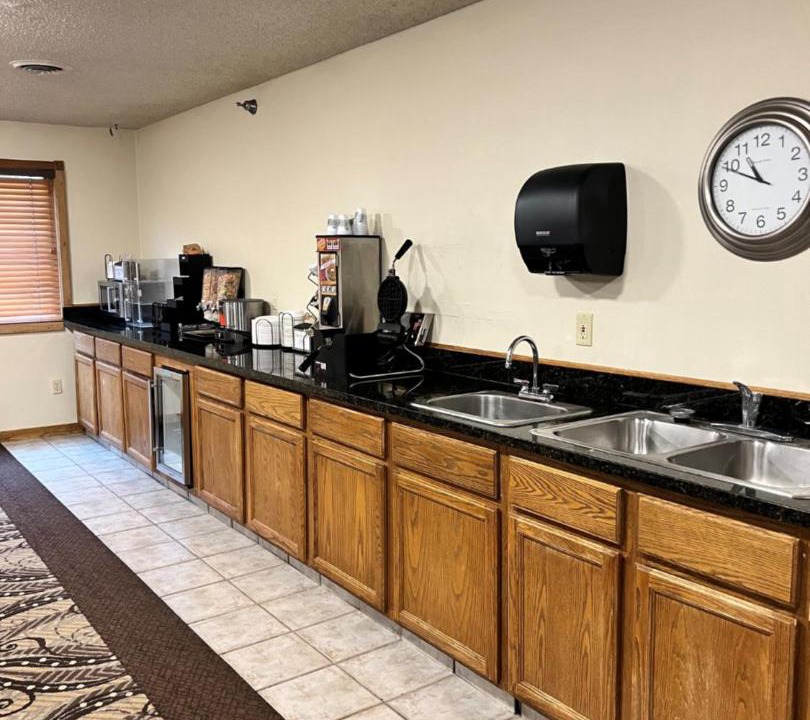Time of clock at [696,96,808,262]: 10:49
